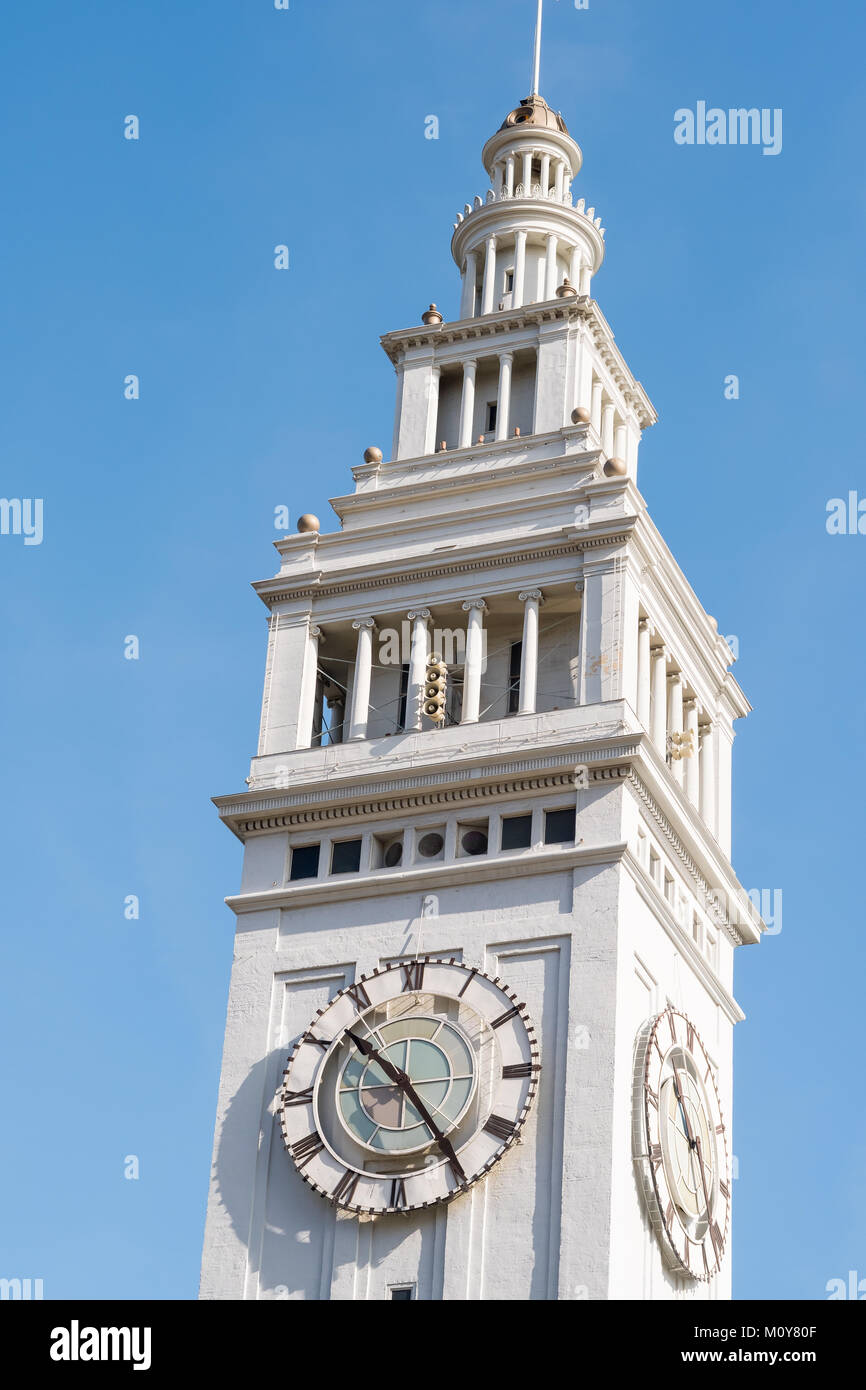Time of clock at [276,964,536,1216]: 10:24
